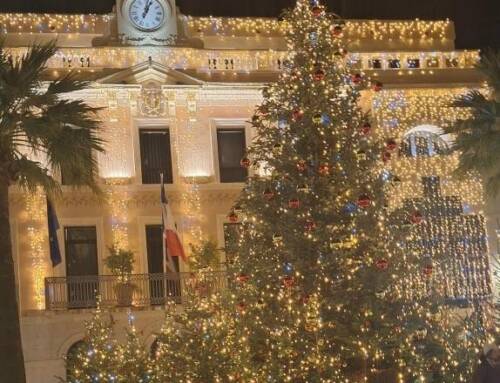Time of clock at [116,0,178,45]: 1:02
